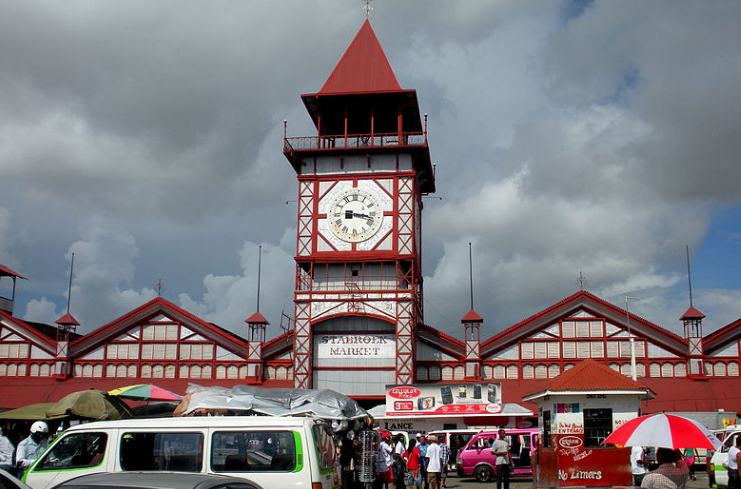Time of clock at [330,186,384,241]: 3:16
